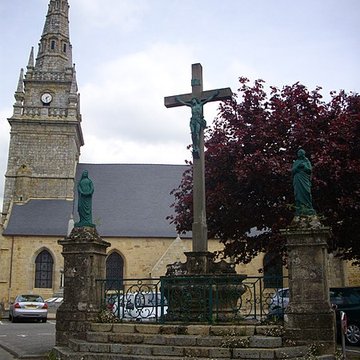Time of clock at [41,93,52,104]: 1:28
